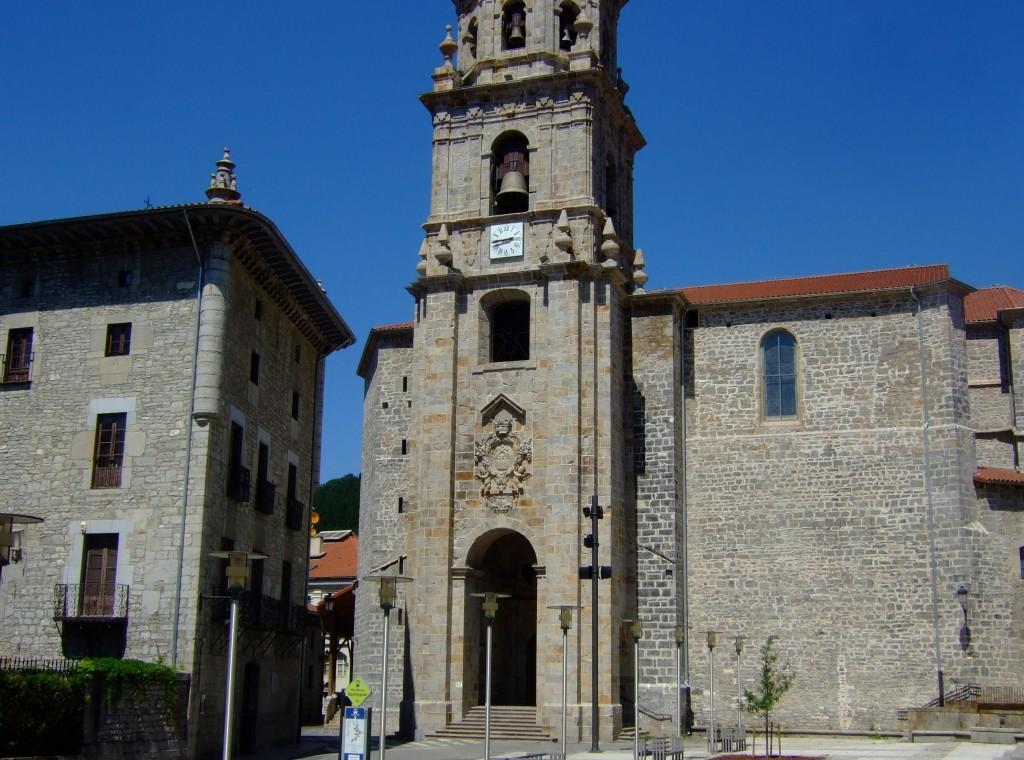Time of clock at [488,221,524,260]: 2:44
